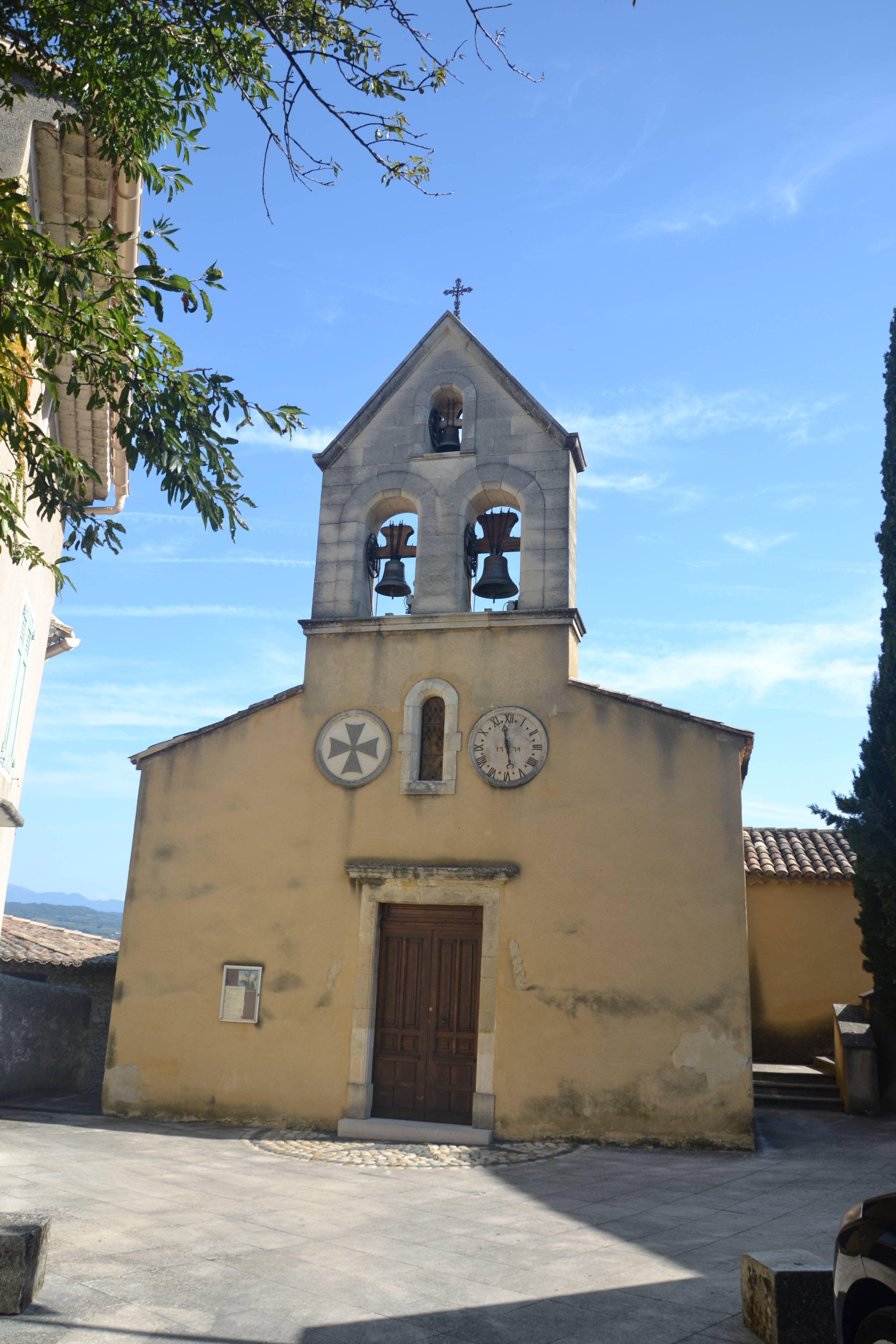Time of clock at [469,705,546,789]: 11:28
